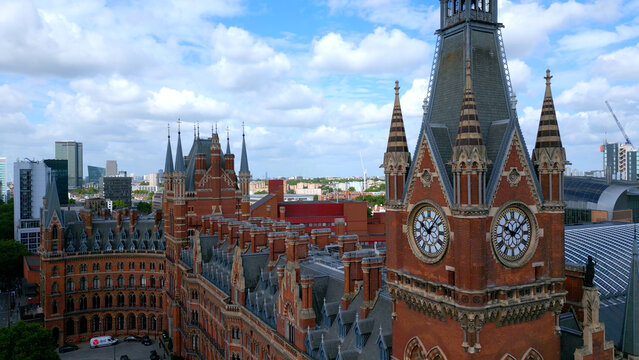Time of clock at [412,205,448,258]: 10:07
